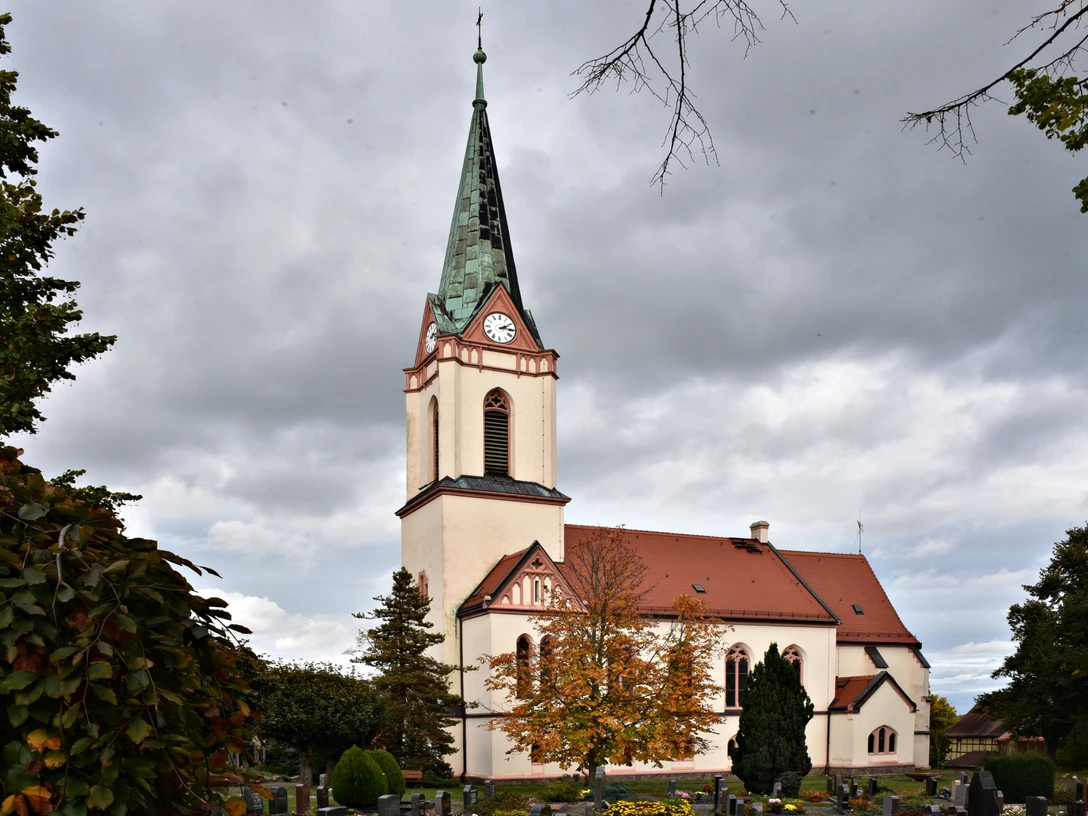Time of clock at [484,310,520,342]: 2:15
